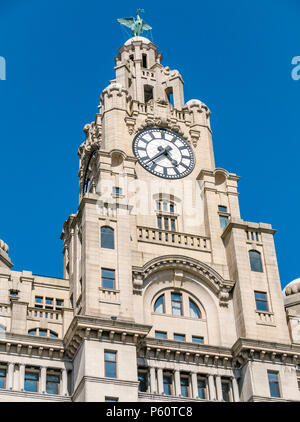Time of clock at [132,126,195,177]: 4:37
